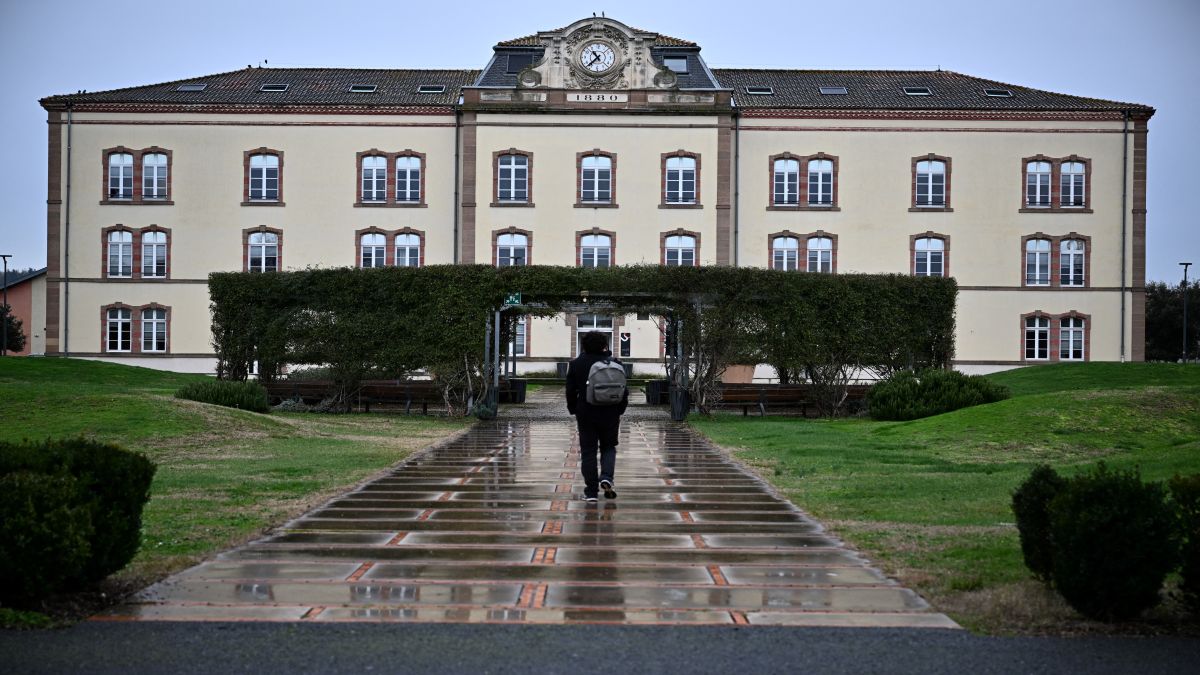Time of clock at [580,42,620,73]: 10:37
